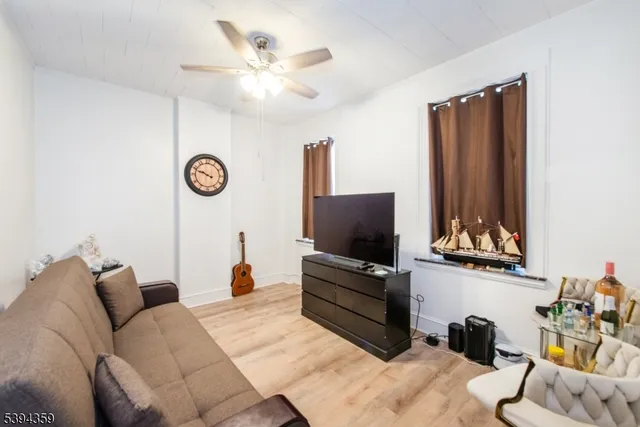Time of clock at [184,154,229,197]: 9:48
